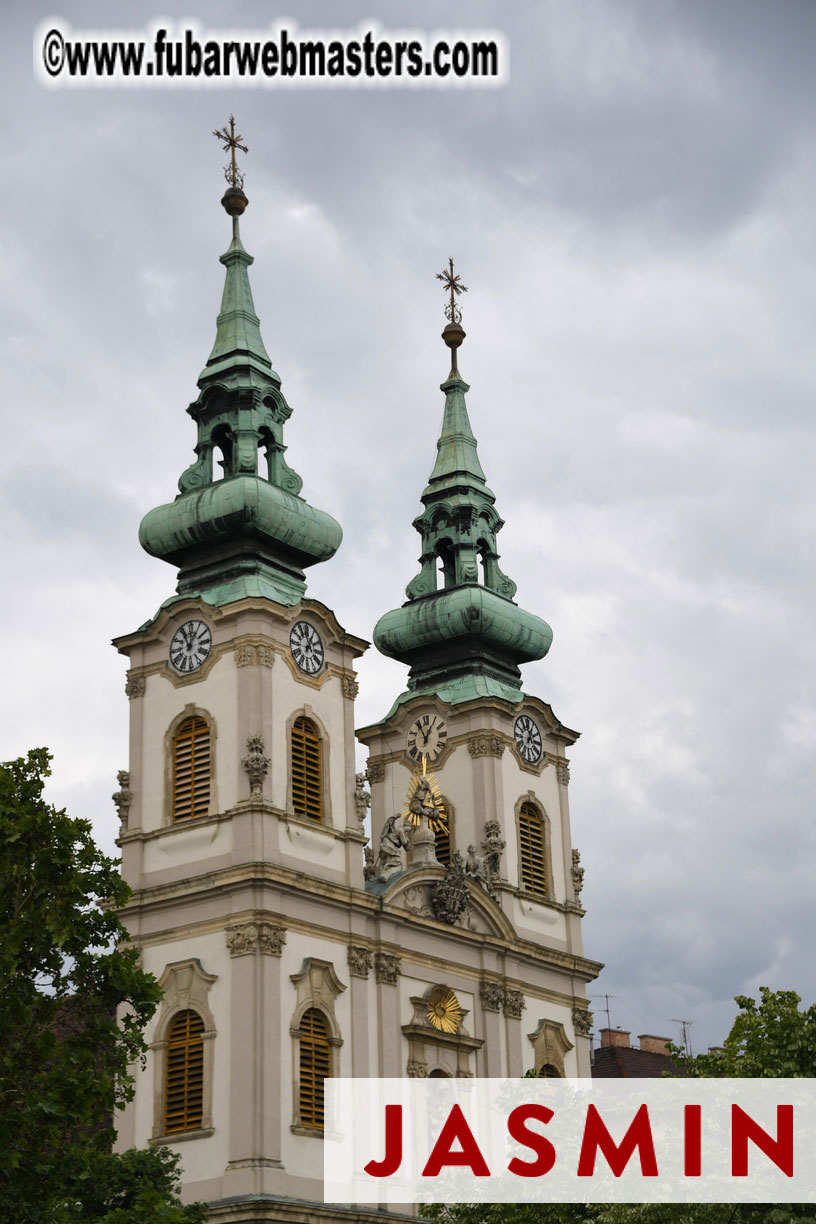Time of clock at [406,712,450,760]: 12:55
